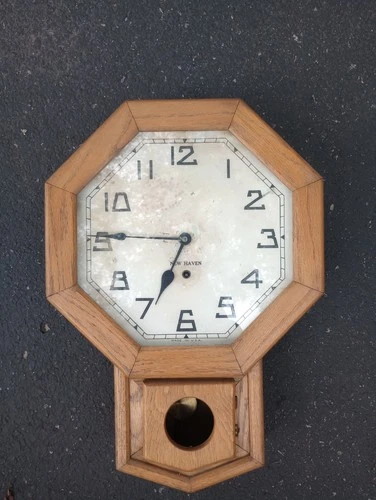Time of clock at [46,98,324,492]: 6:45
